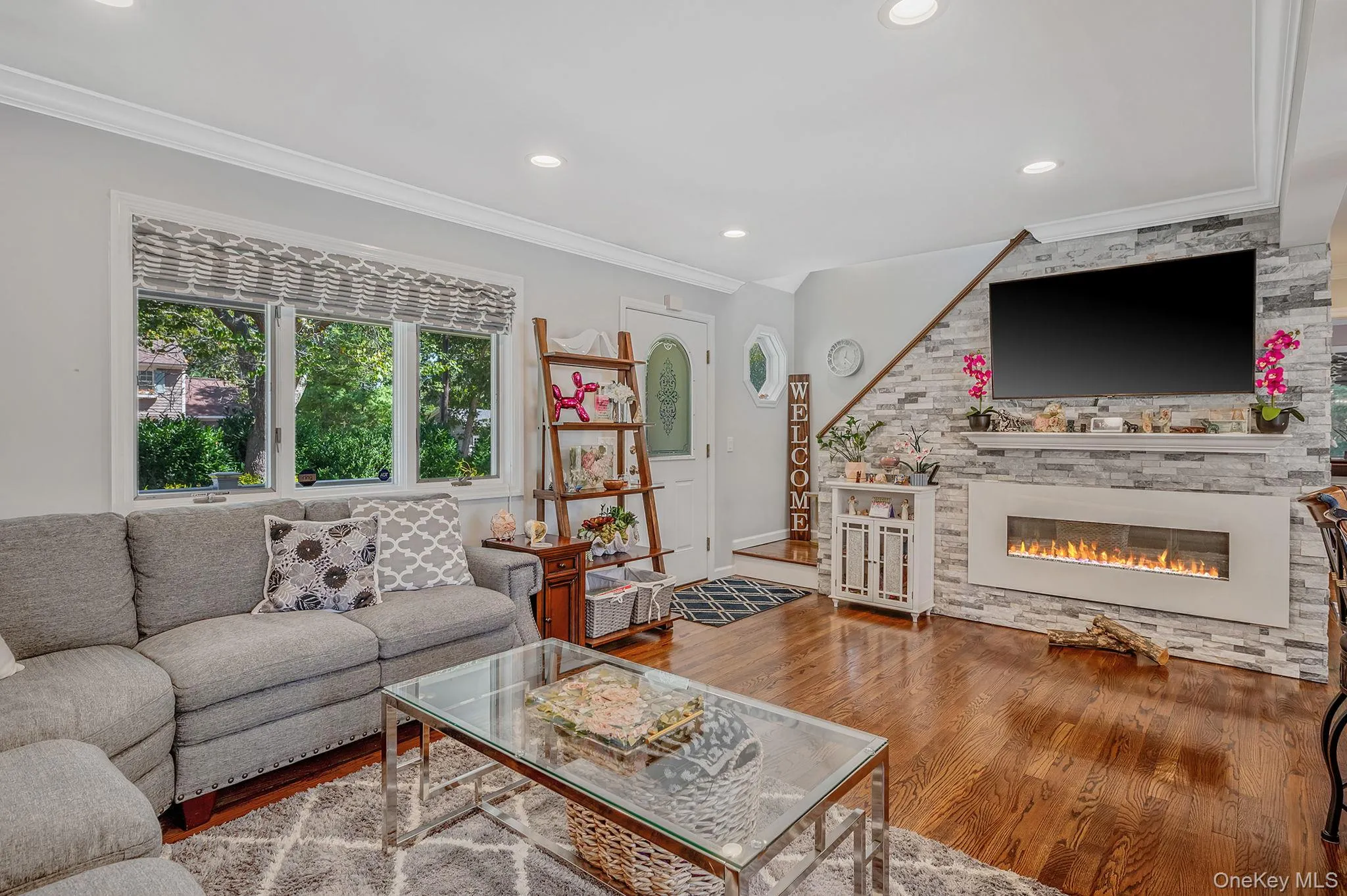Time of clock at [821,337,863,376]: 12:21
